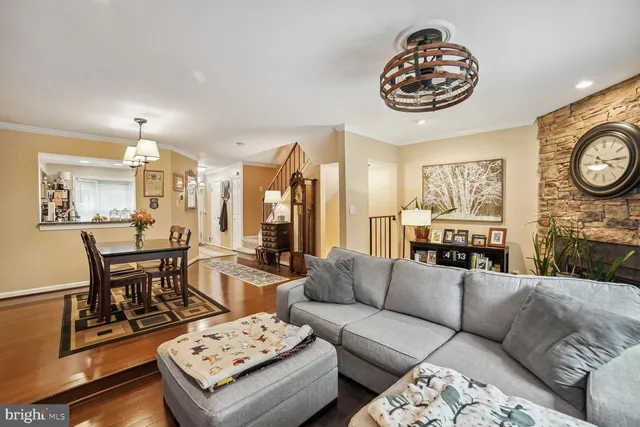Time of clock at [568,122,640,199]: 4:14
